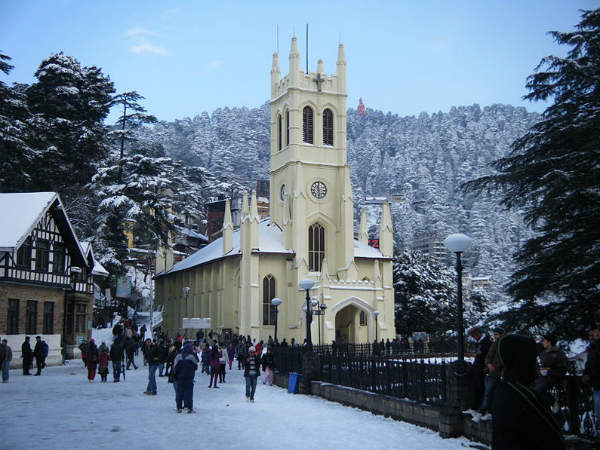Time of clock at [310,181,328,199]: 11:28
